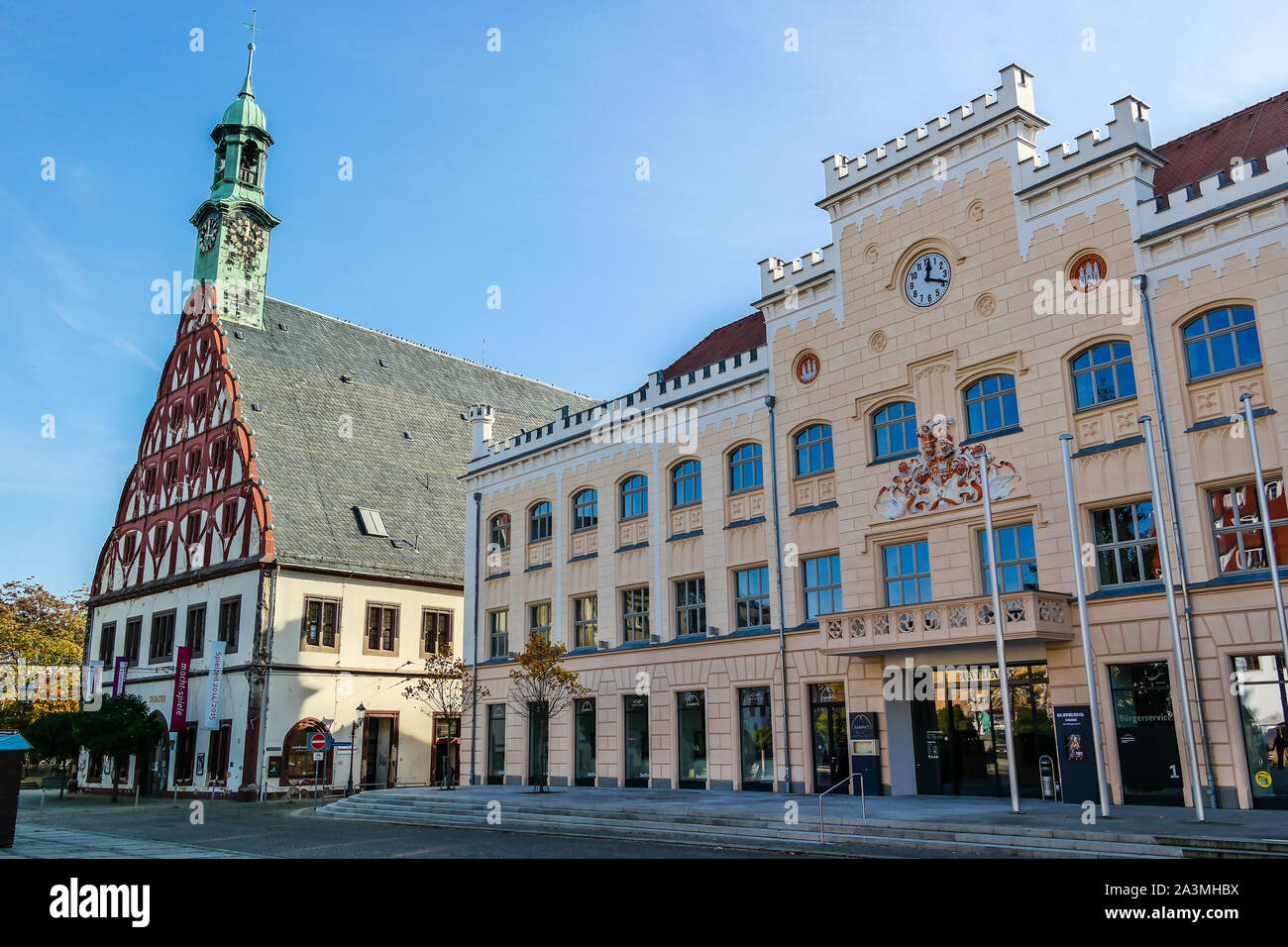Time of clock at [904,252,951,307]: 12:18
